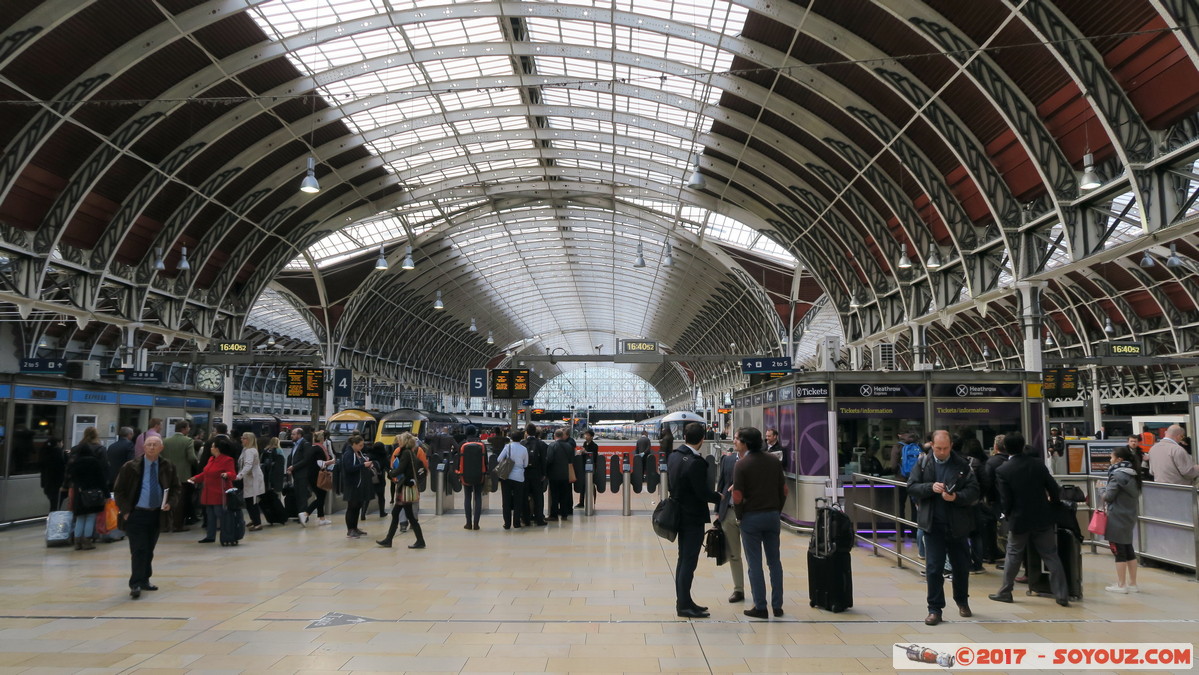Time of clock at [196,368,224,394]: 4:41
